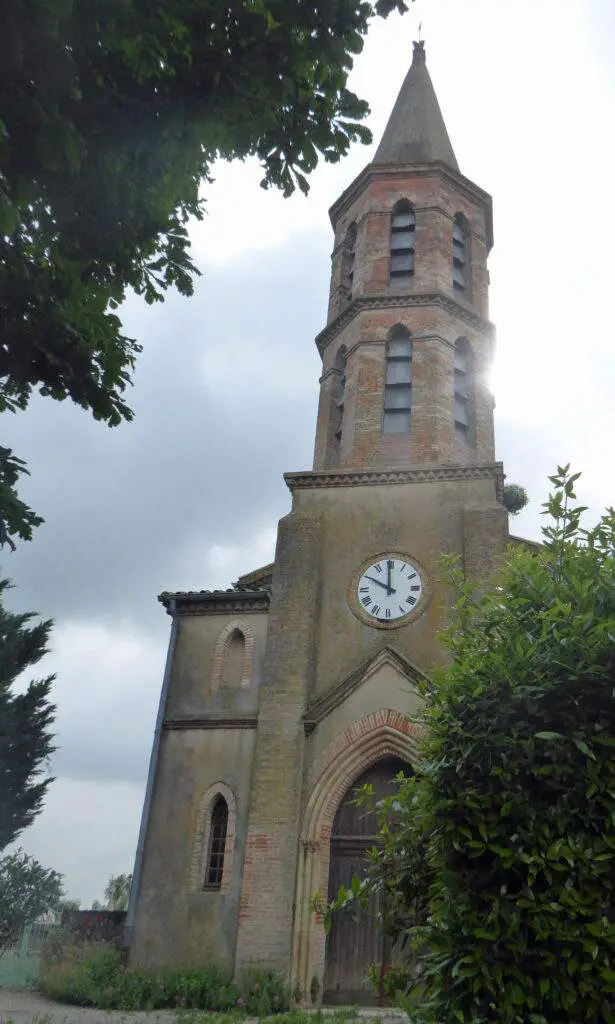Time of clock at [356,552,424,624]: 9:59
